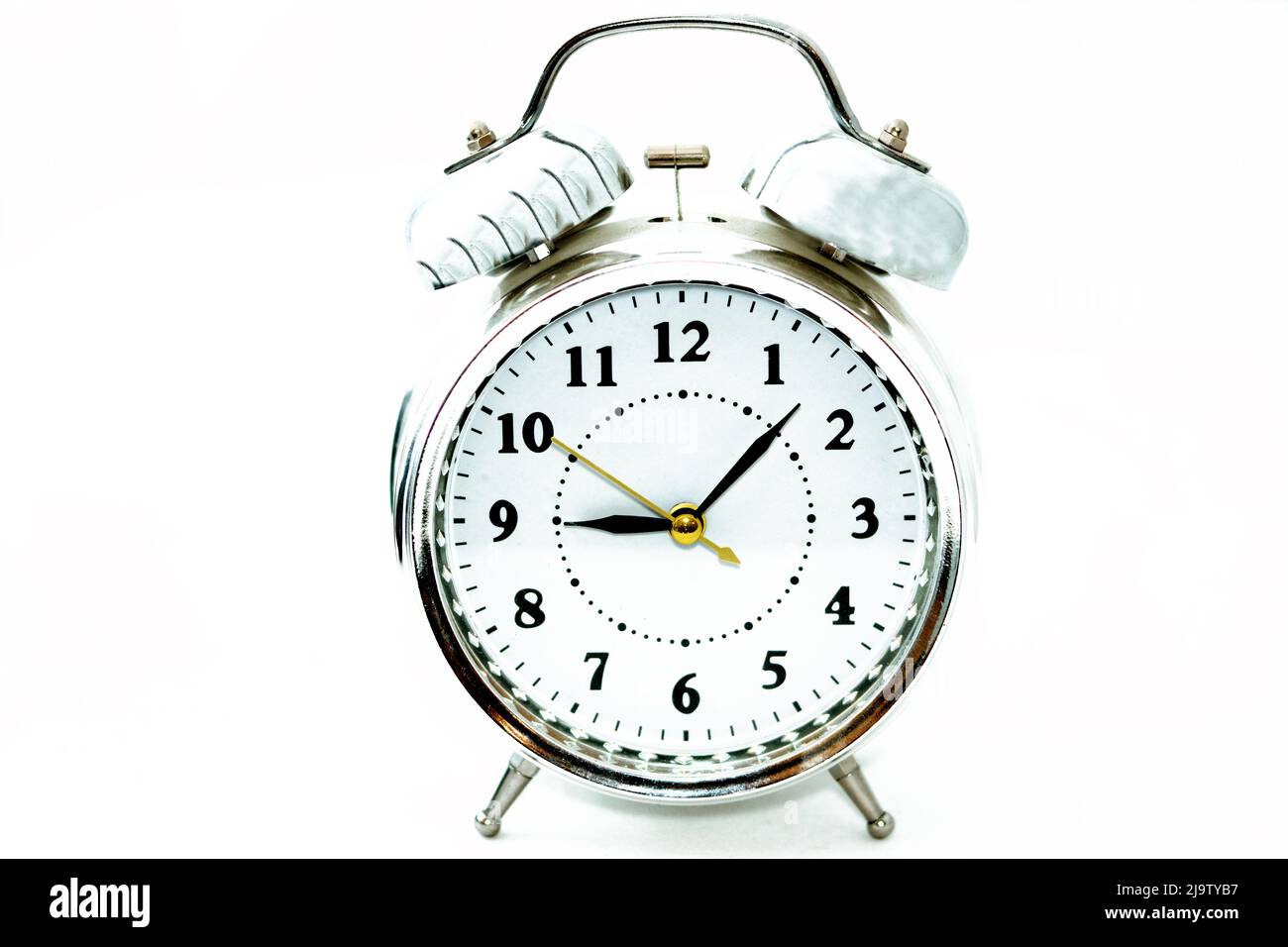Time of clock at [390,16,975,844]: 9:07
